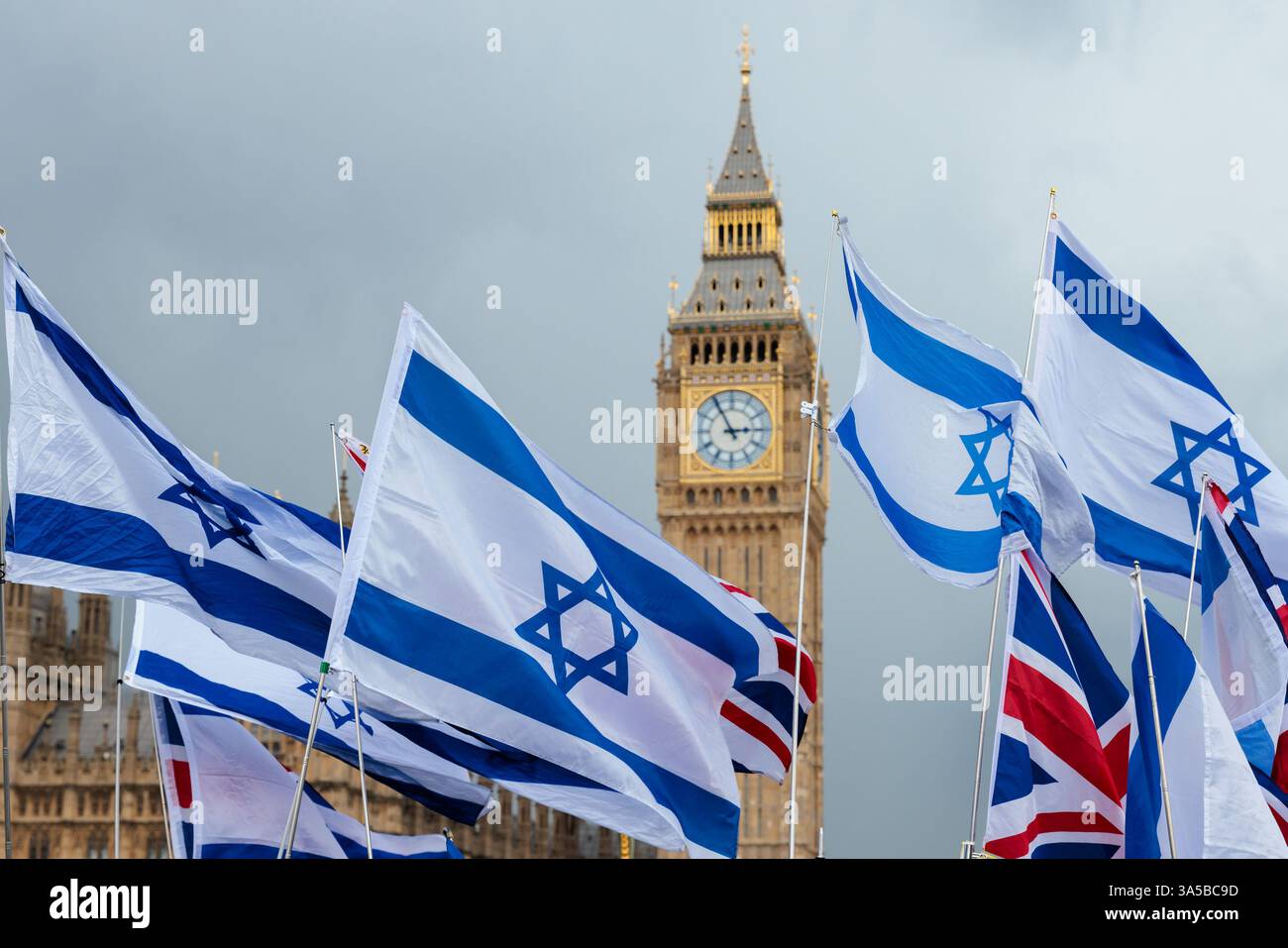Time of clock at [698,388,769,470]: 2:55
